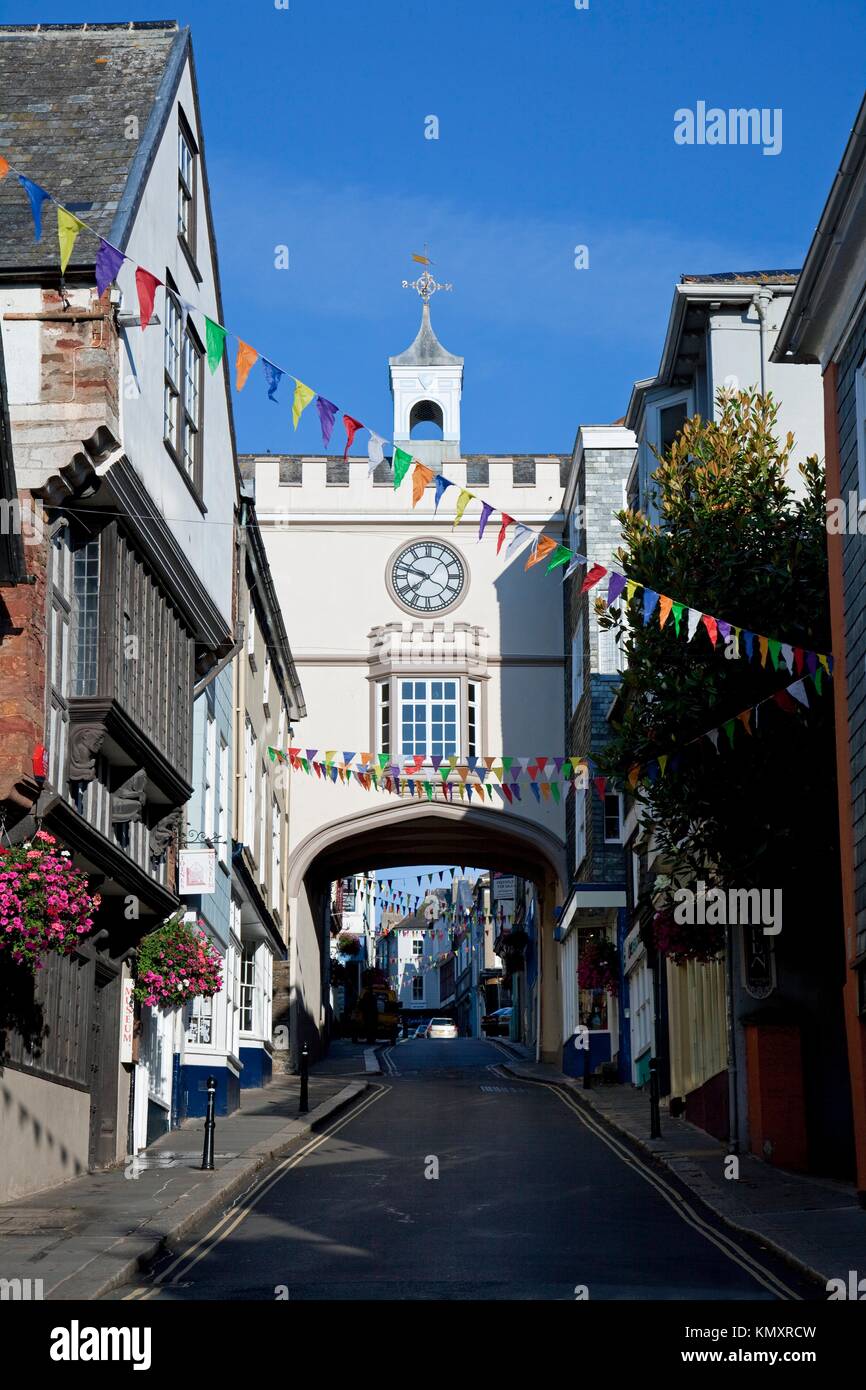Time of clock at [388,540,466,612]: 7:47
